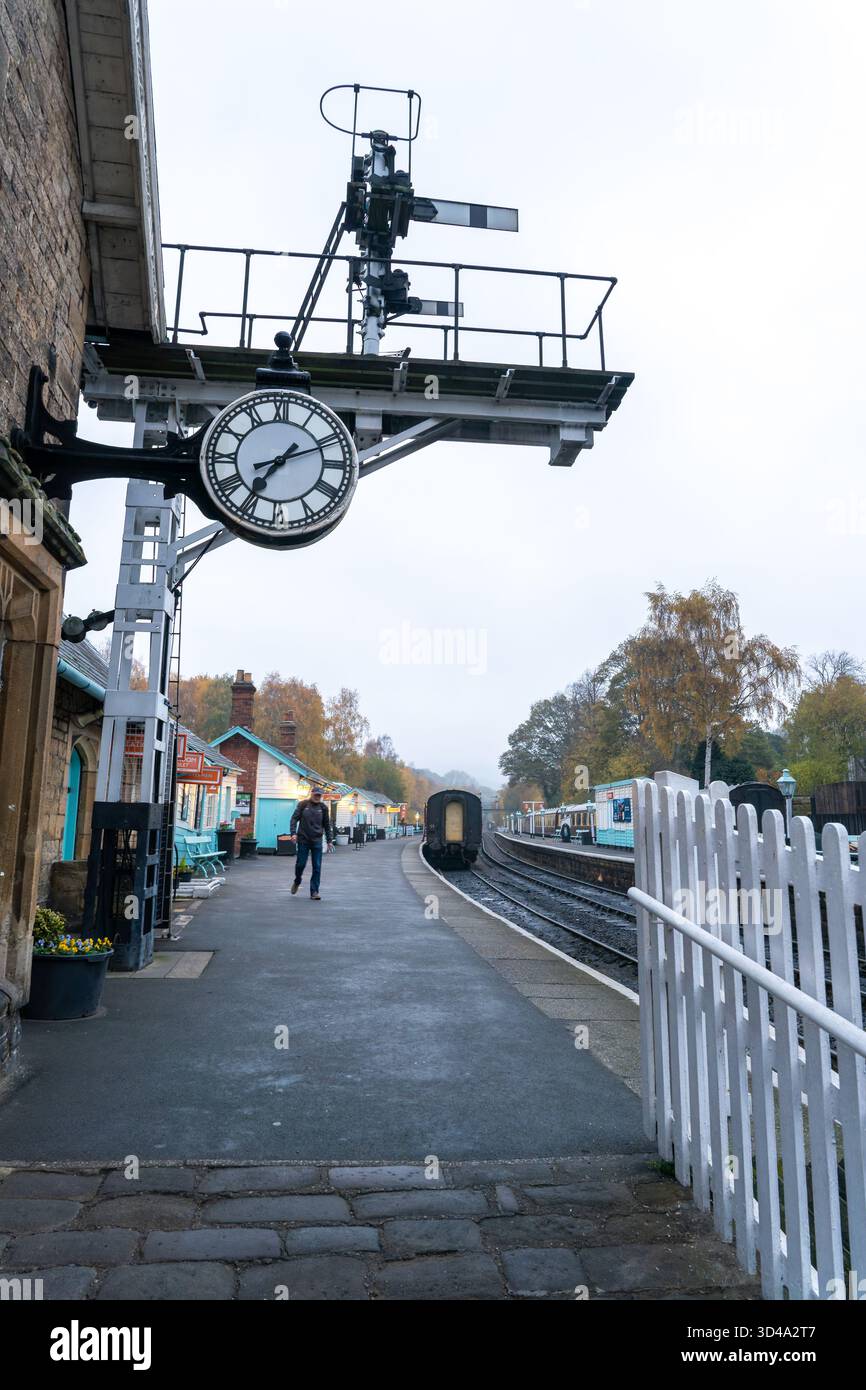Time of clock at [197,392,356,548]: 7:11
